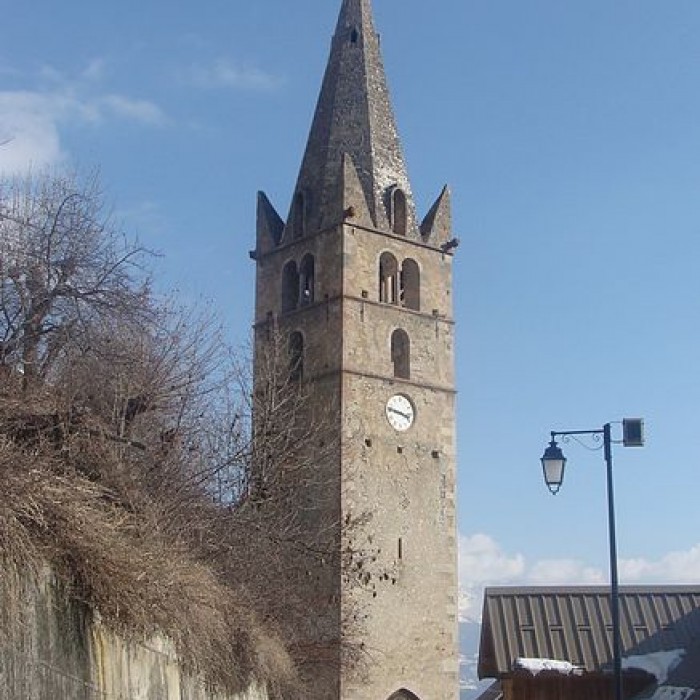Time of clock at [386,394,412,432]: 3:47
